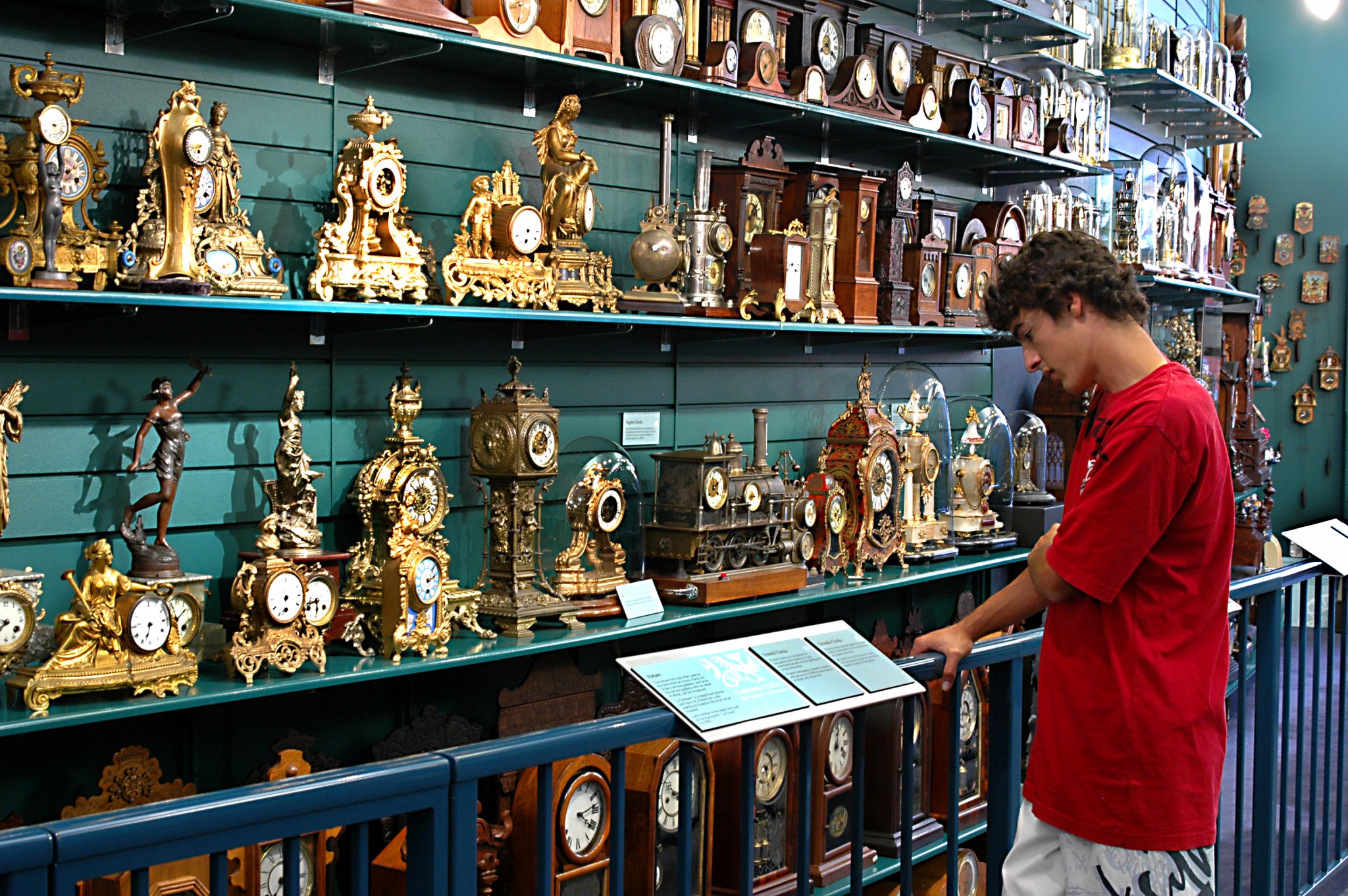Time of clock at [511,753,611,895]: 4:13
